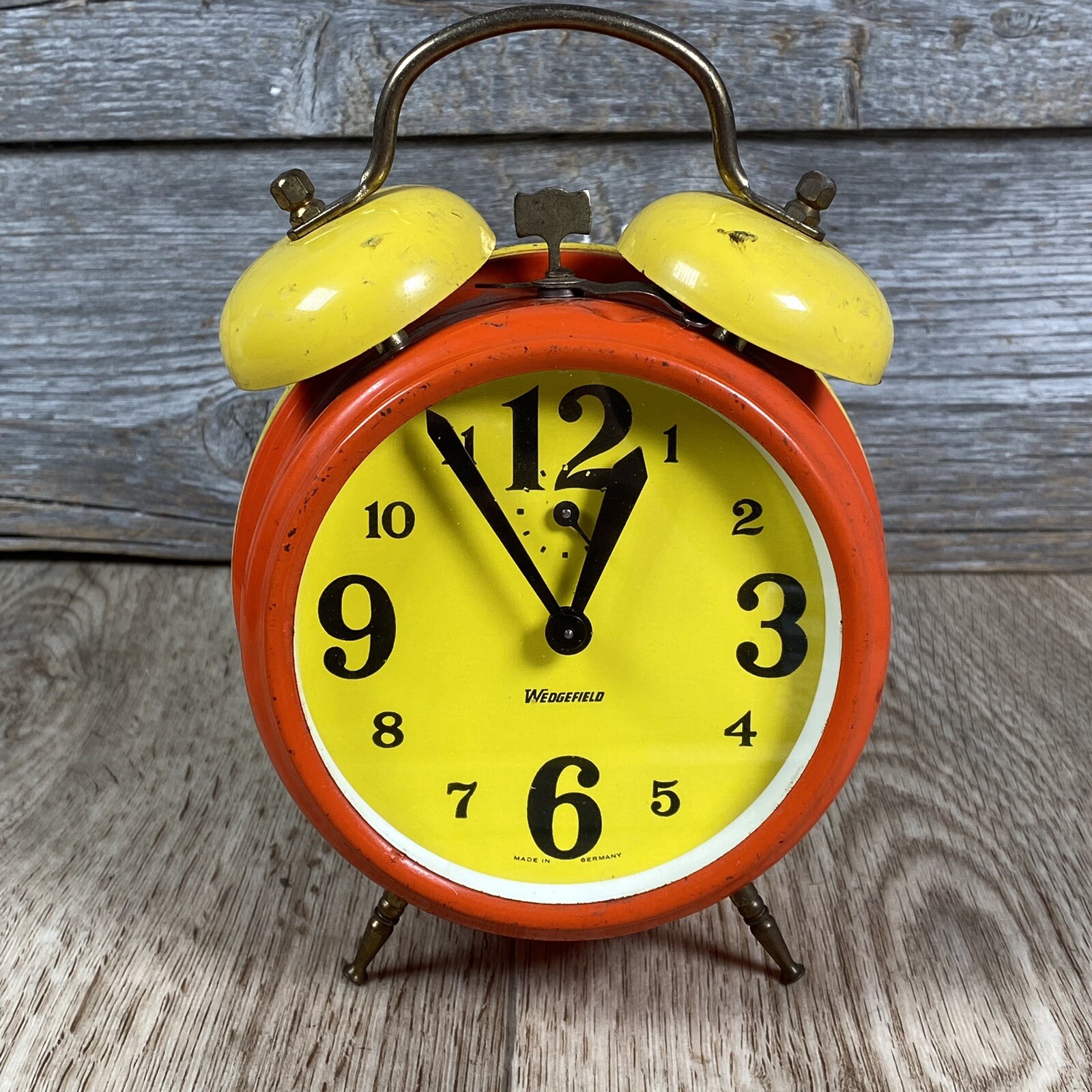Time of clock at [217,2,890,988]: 12:54
